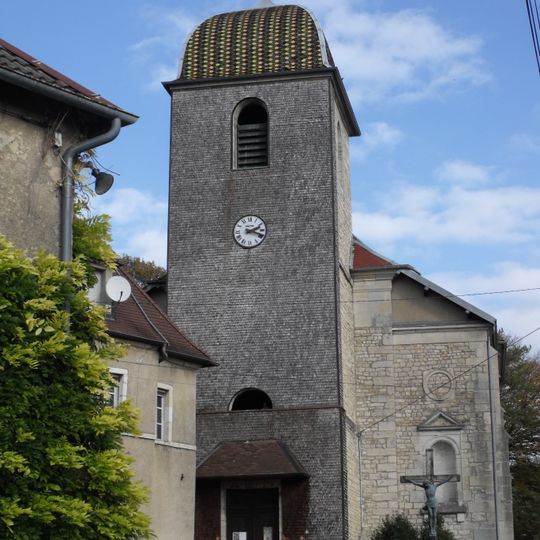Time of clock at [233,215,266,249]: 2:18
